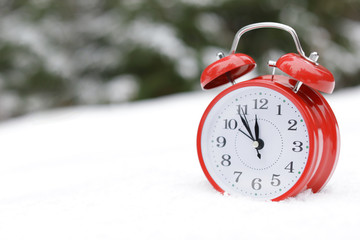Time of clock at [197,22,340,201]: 11:53
